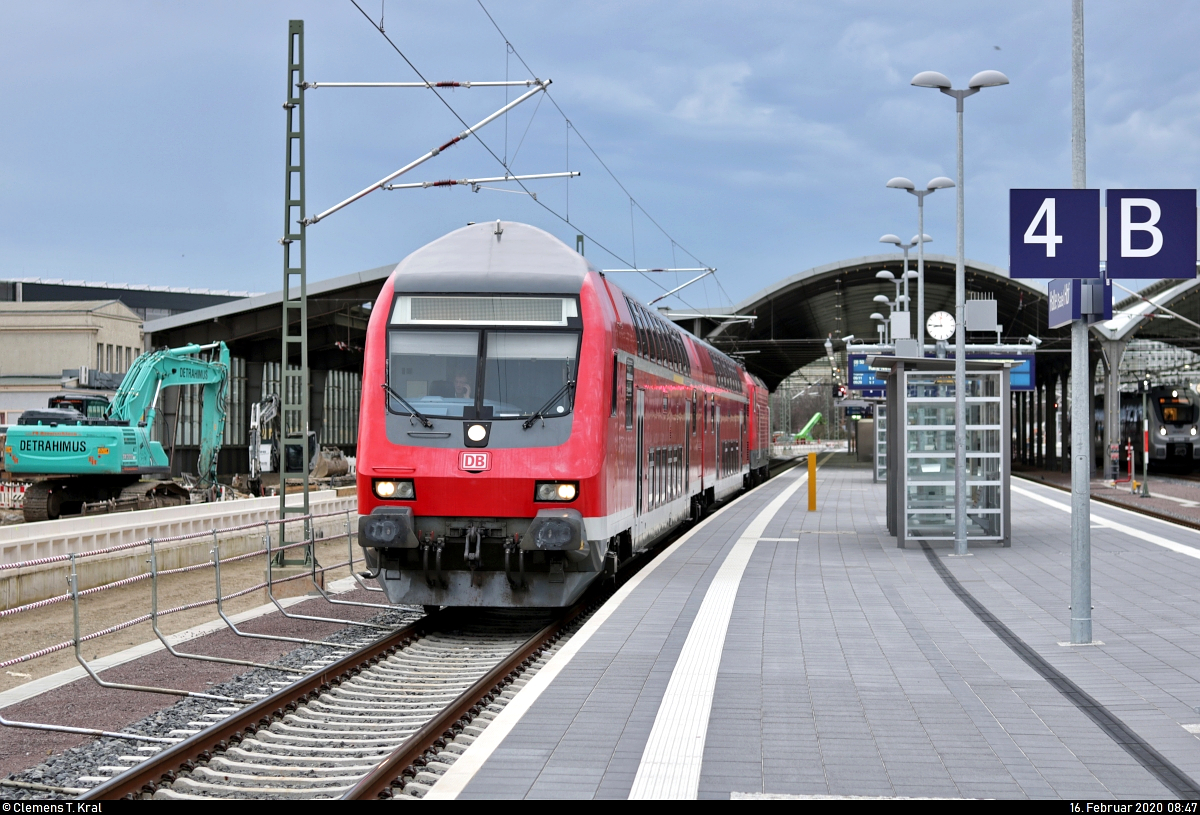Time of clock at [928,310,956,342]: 8:45
